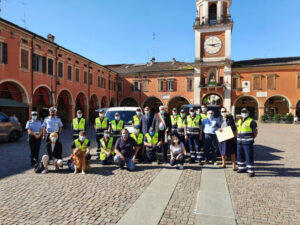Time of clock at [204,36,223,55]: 9:12
